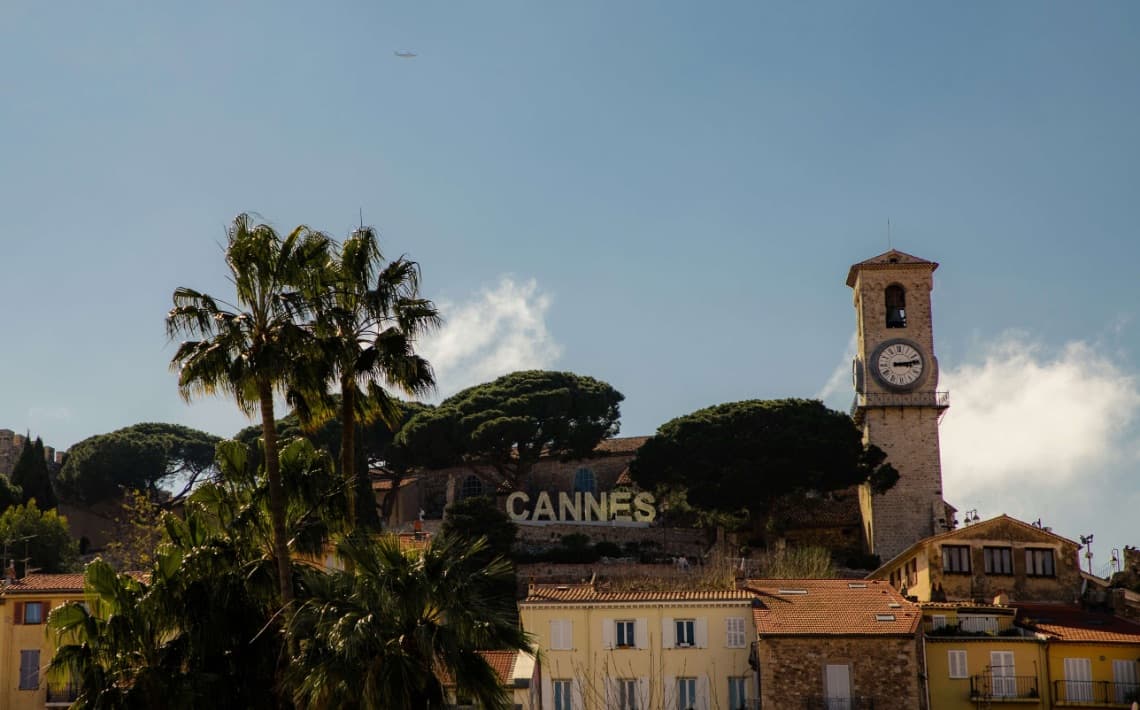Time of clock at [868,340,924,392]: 3:13
